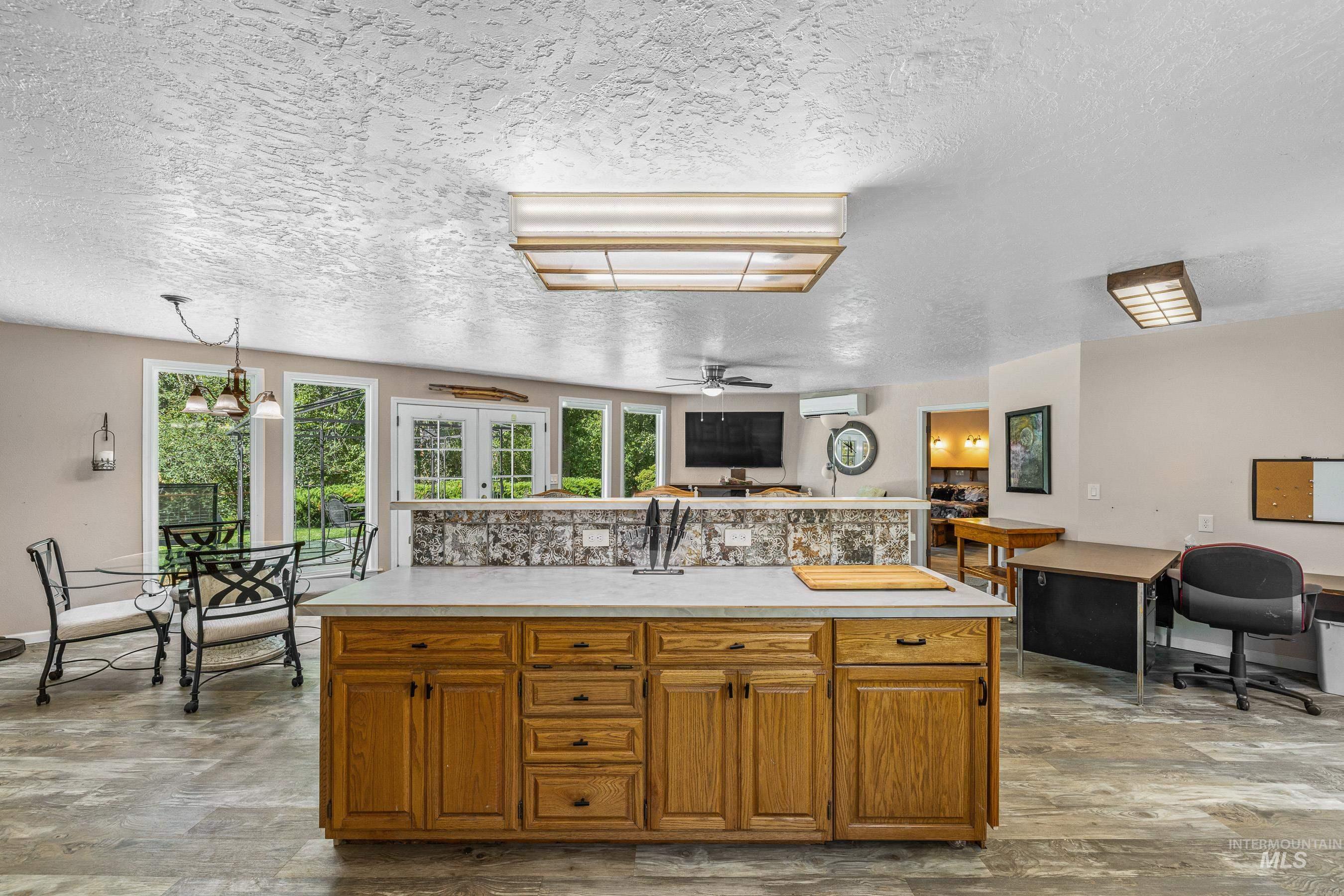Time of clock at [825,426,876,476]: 11:50
